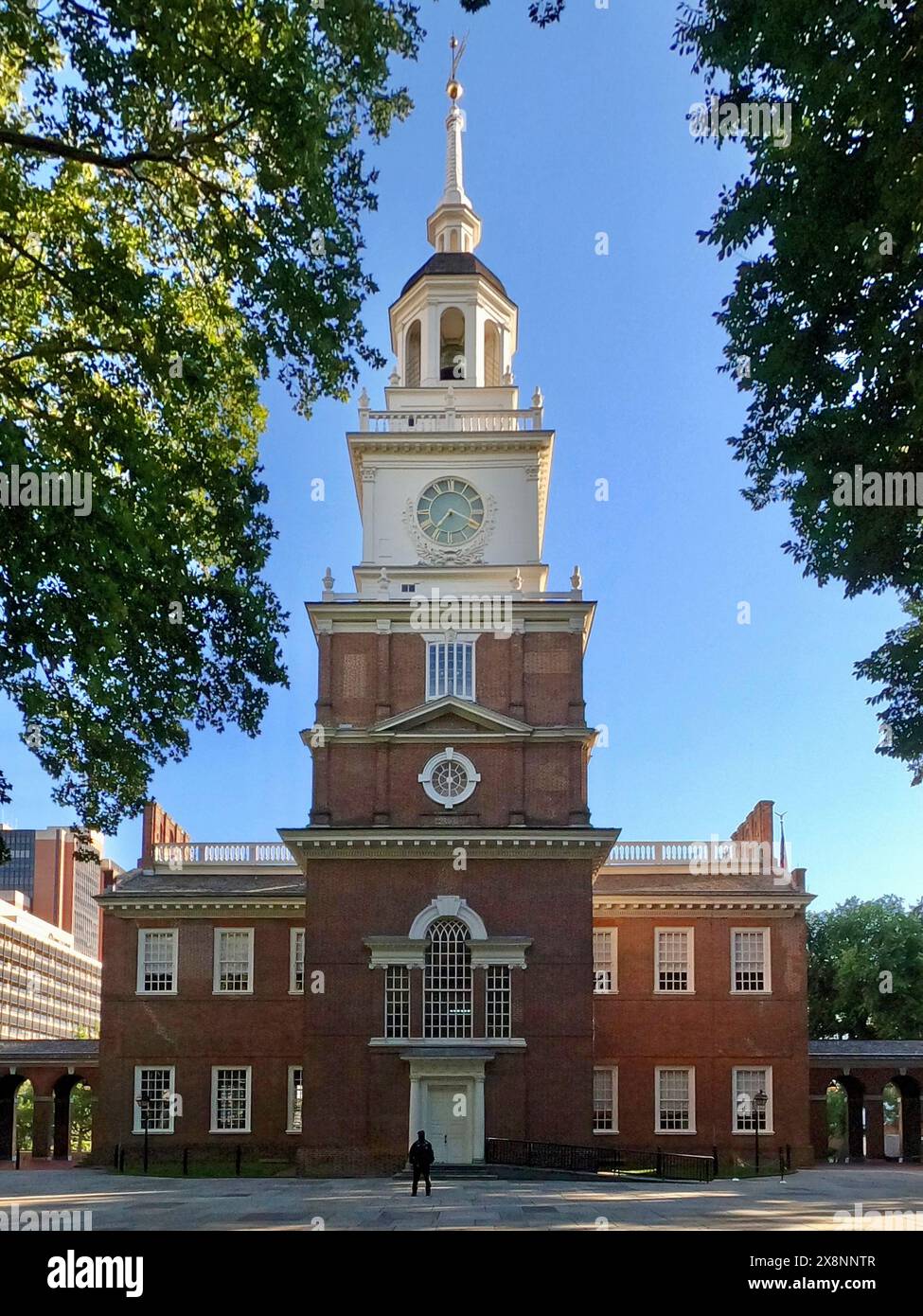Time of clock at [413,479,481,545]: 7:18
